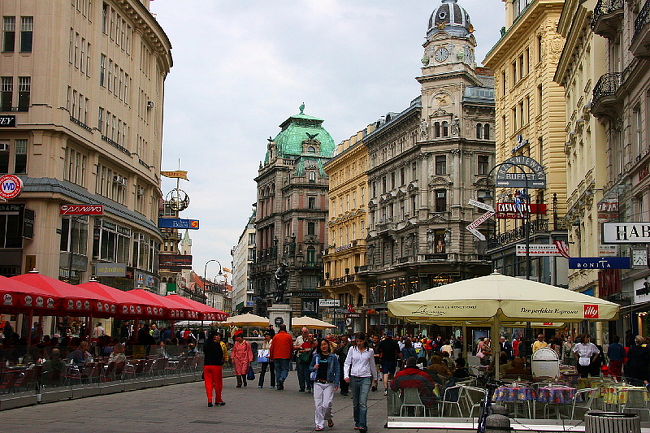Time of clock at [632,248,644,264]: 4:35
